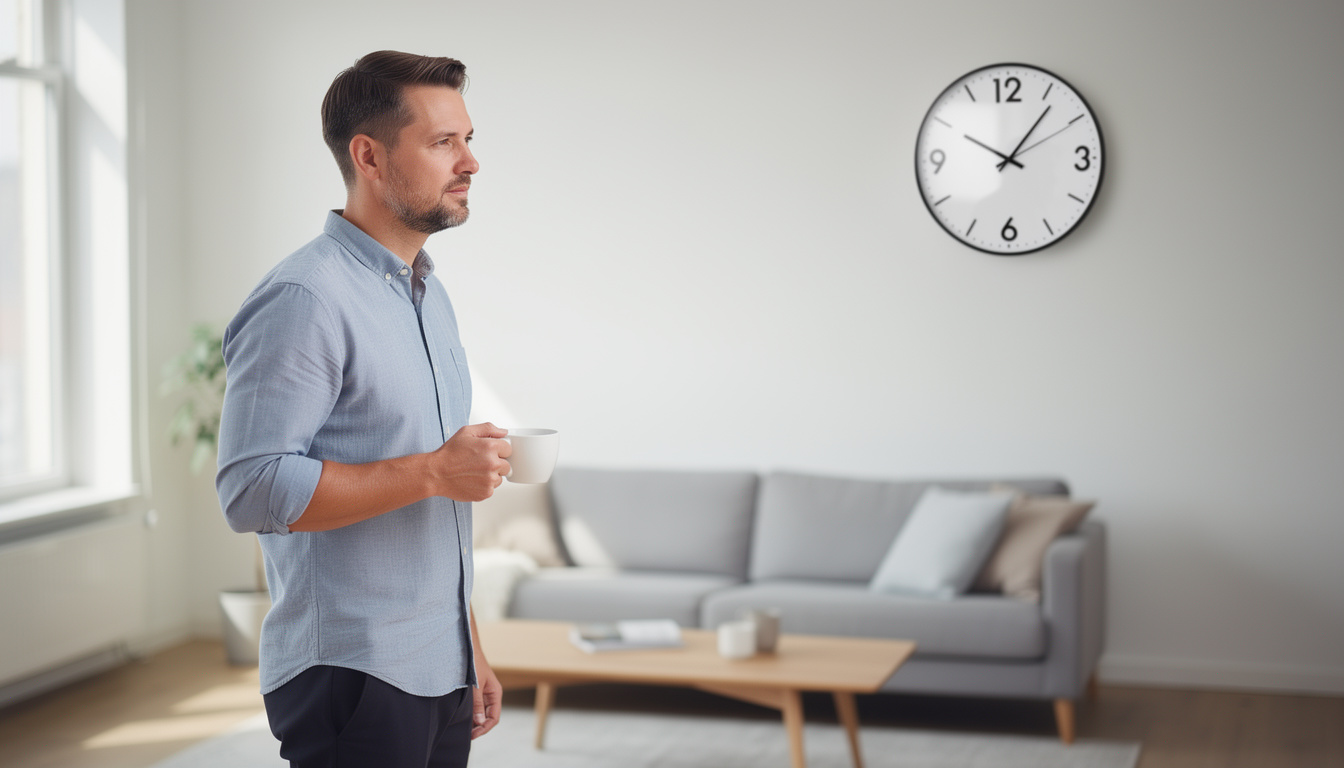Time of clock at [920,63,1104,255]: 10:06
